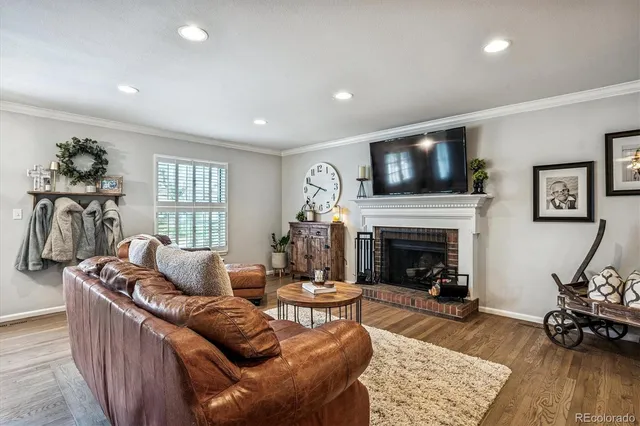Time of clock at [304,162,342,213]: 7:48
